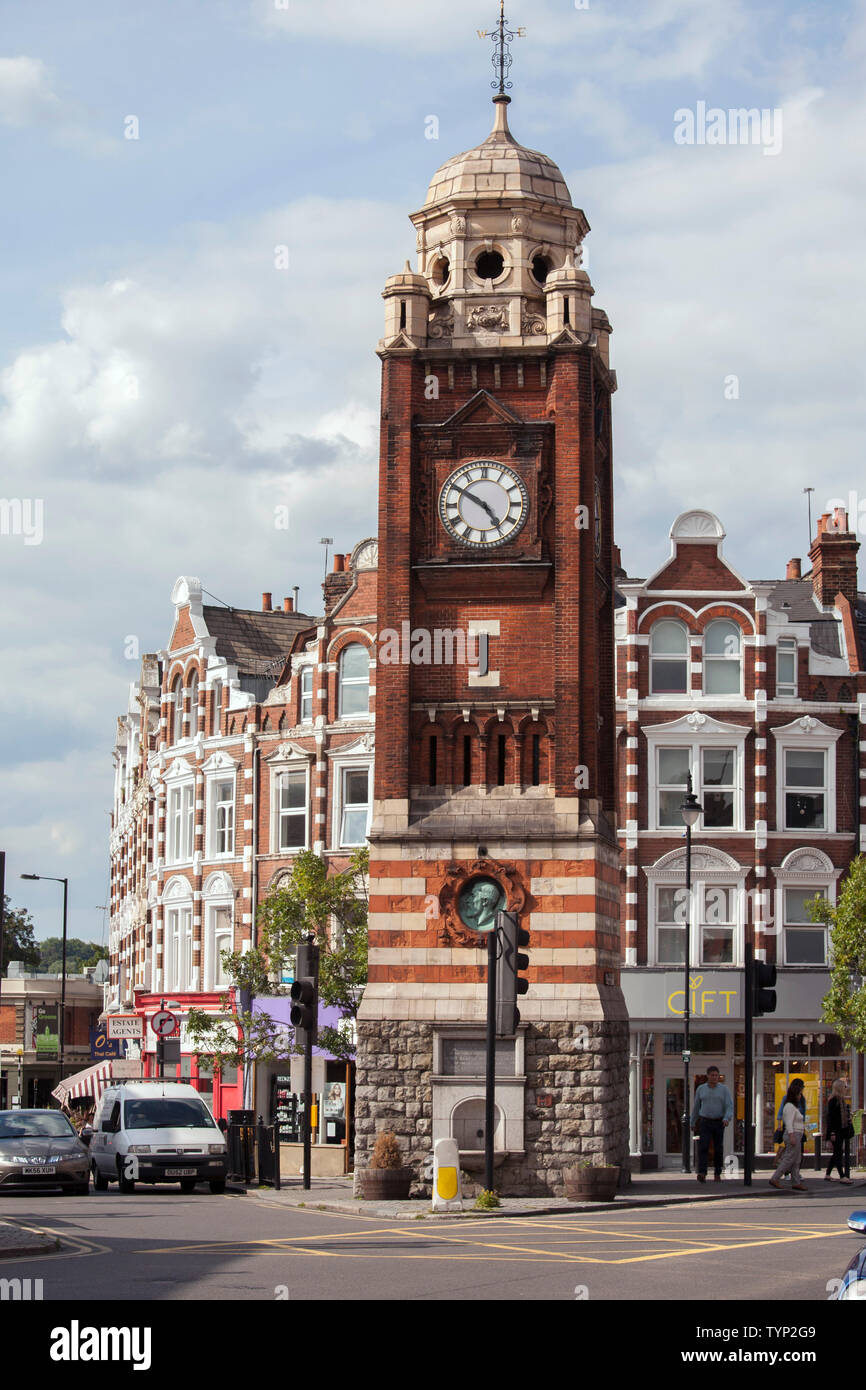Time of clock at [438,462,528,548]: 4:50
